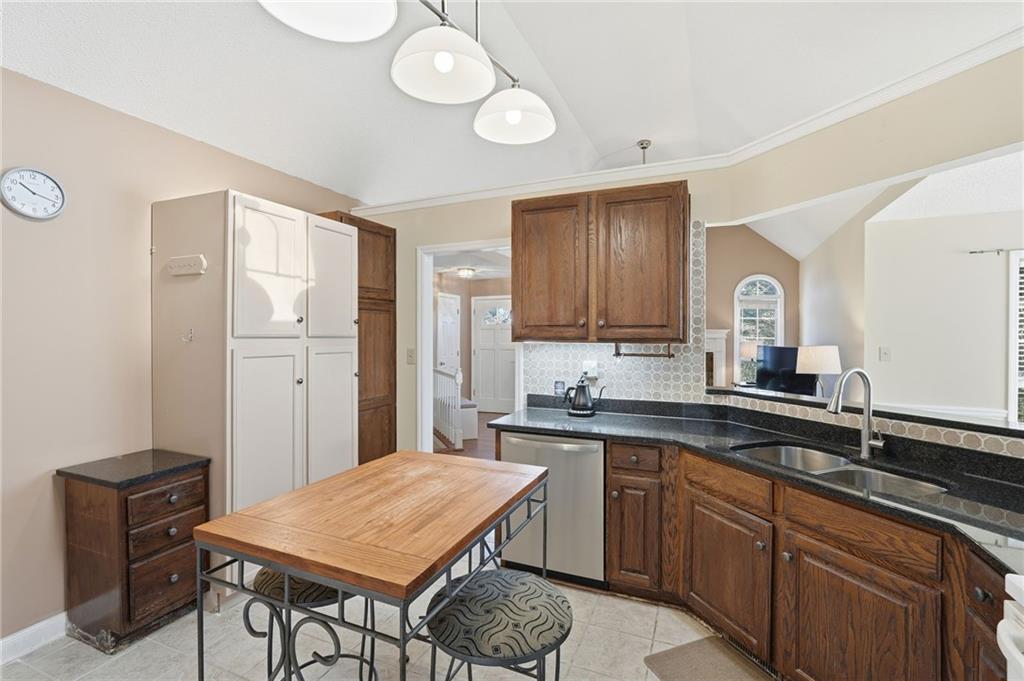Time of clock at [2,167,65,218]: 10:17
